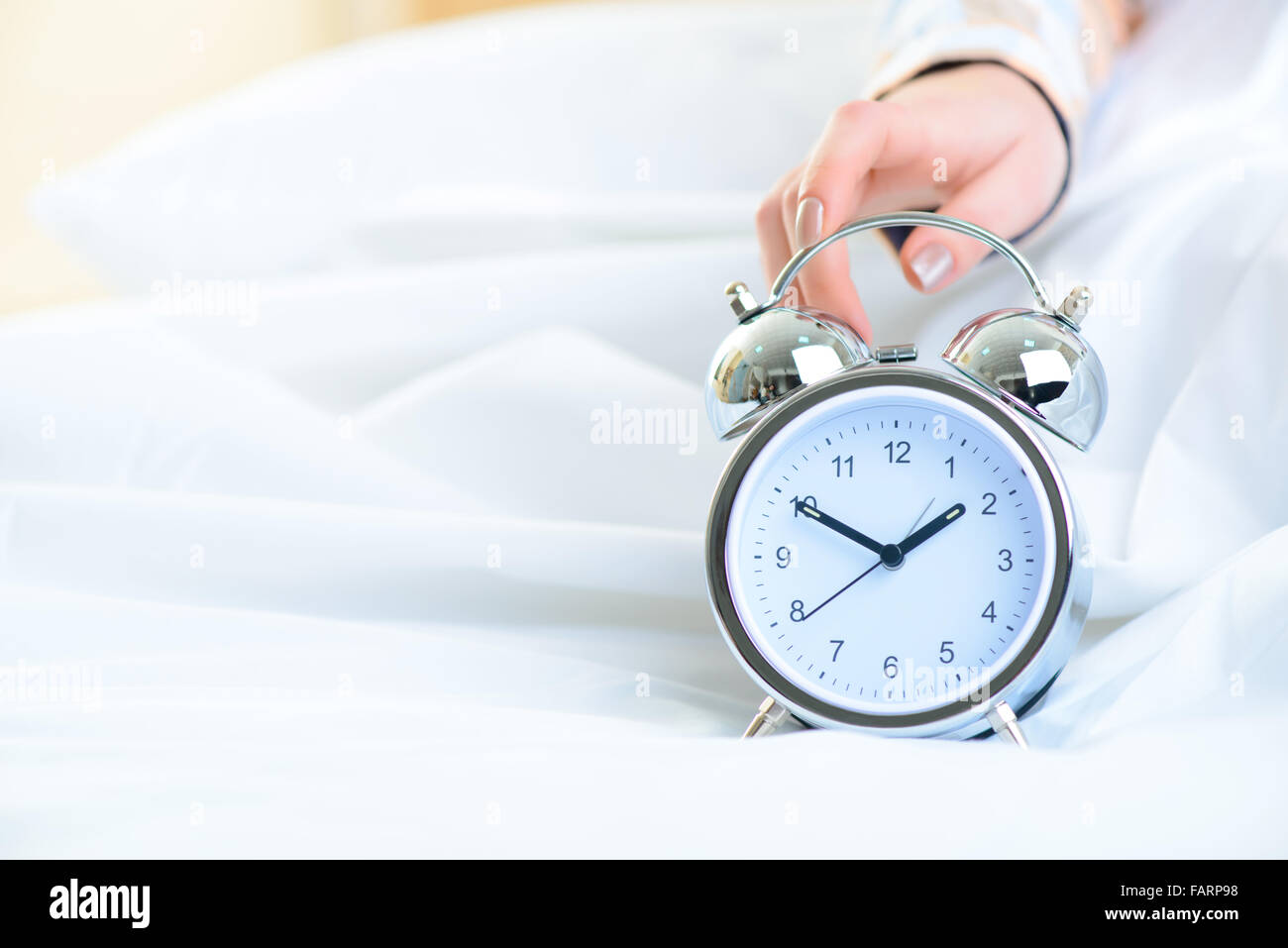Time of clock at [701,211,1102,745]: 1:50
